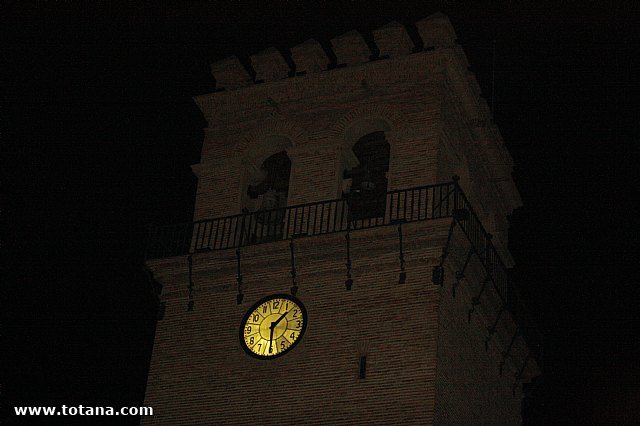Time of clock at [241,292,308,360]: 1:30
